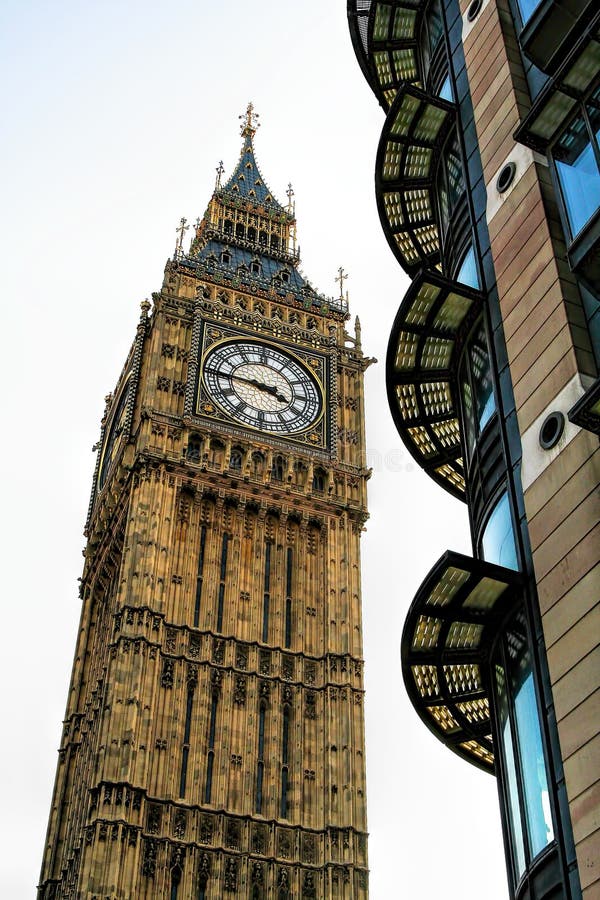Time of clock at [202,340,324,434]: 3:45
